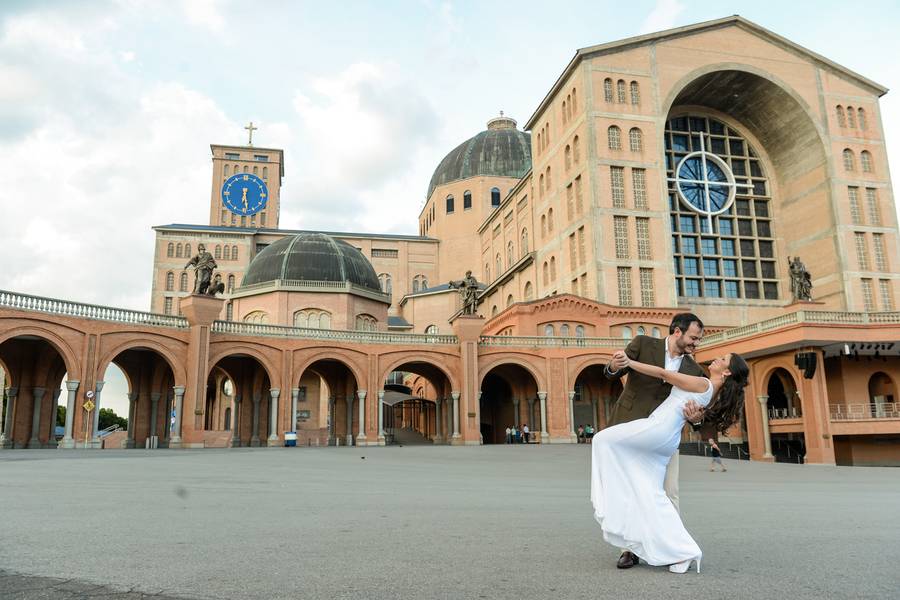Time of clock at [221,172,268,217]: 6:28
